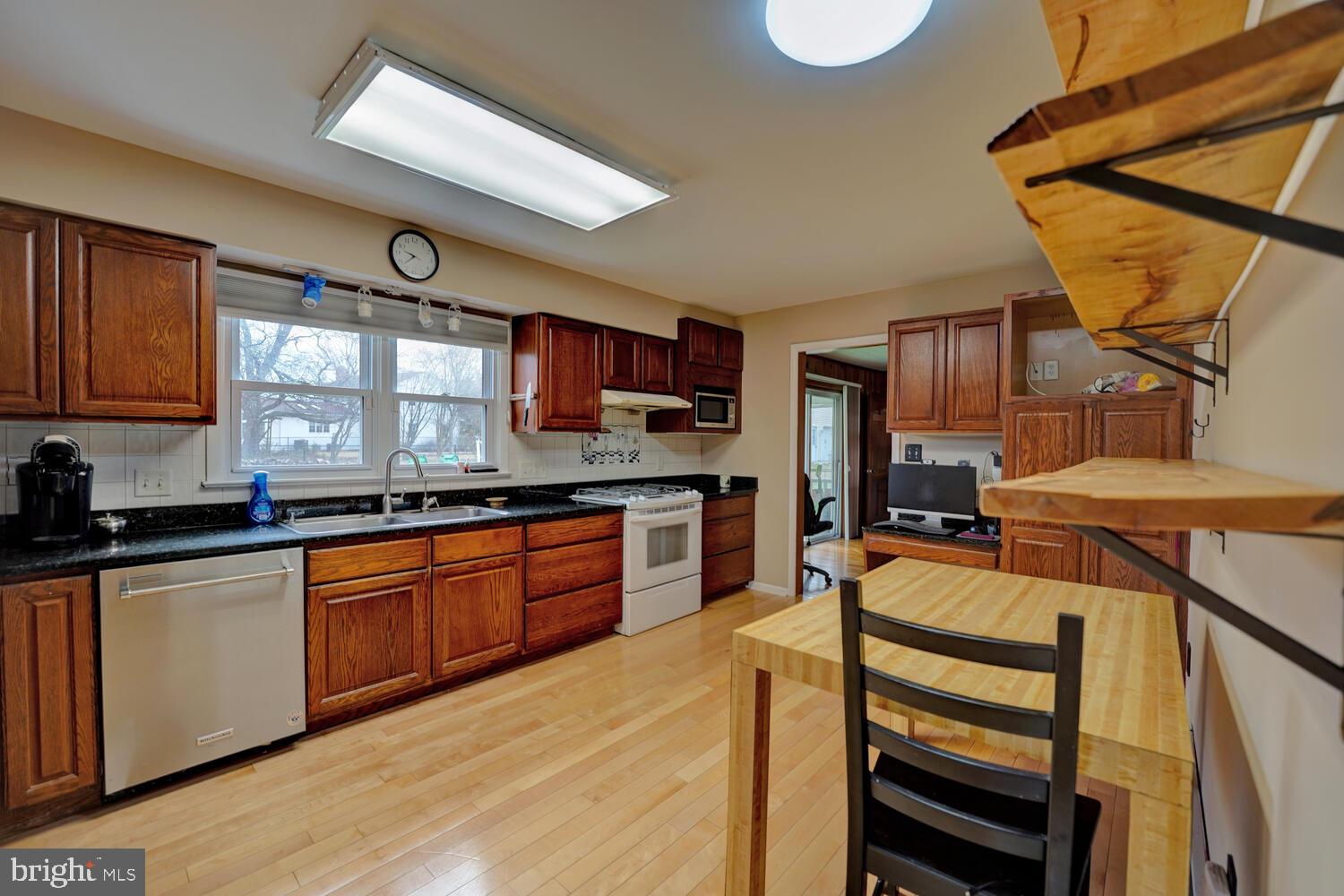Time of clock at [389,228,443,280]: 9:38
